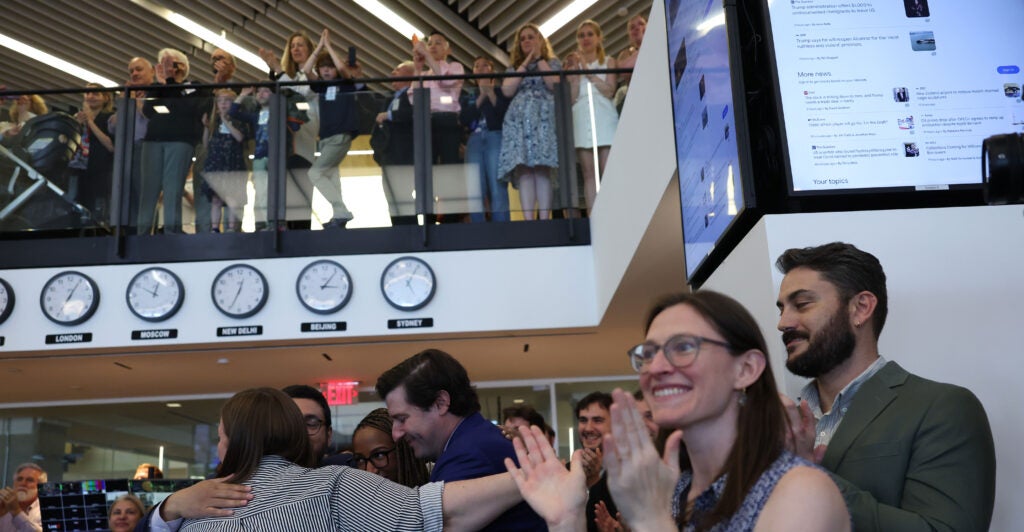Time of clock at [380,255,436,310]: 5:04
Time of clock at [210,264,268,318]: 12:34
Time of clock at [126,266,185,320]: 12:49
